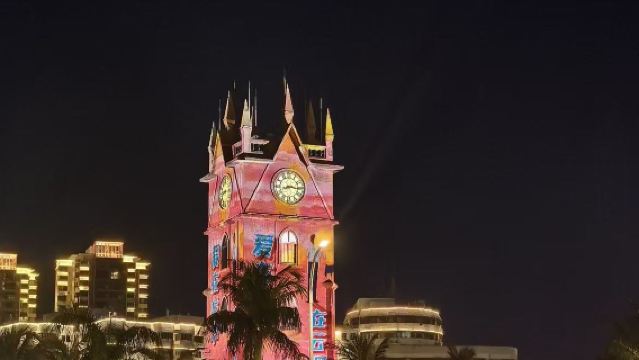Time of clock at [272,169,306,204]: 8:16
